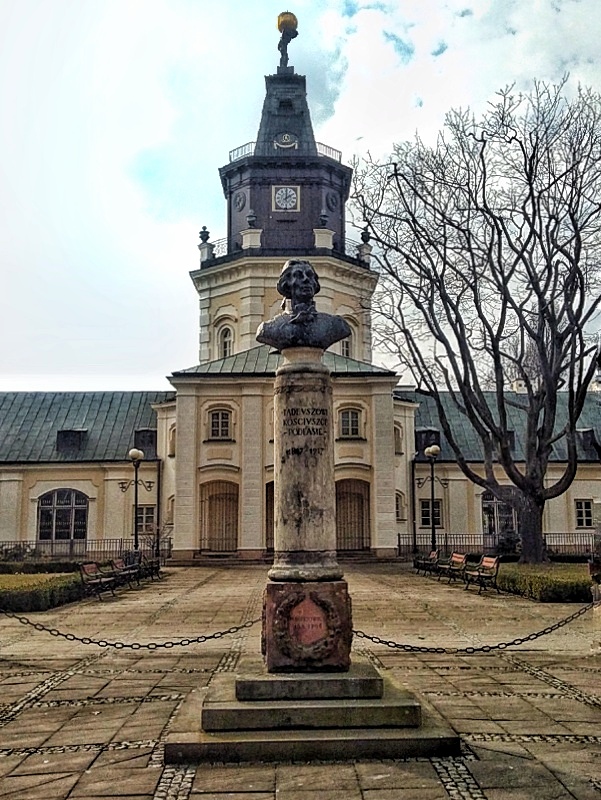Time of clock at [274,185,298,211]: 2:00
